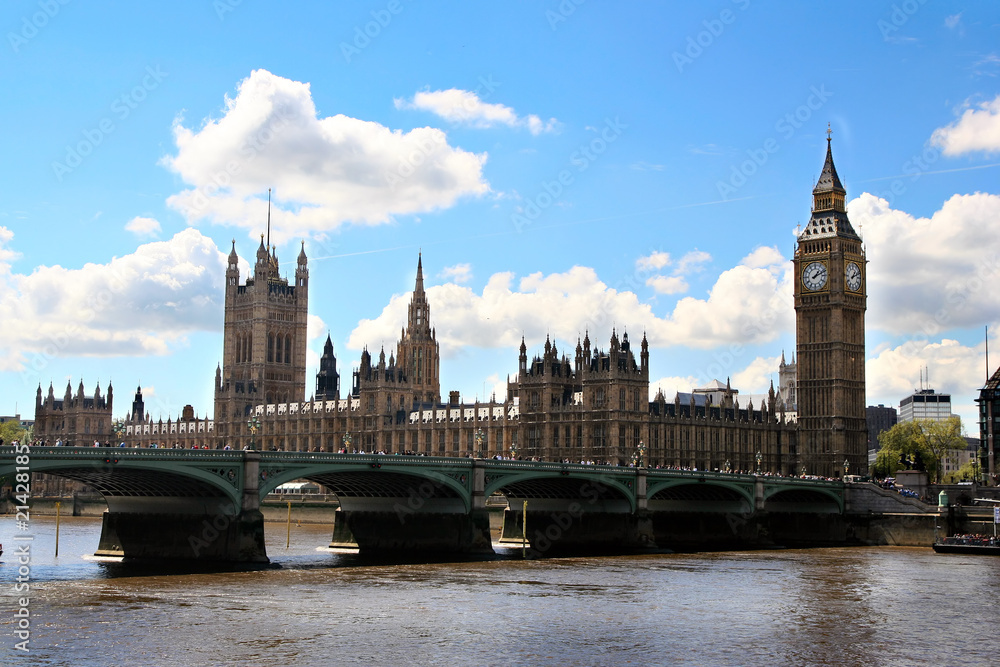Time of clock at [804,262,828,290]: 1:11
